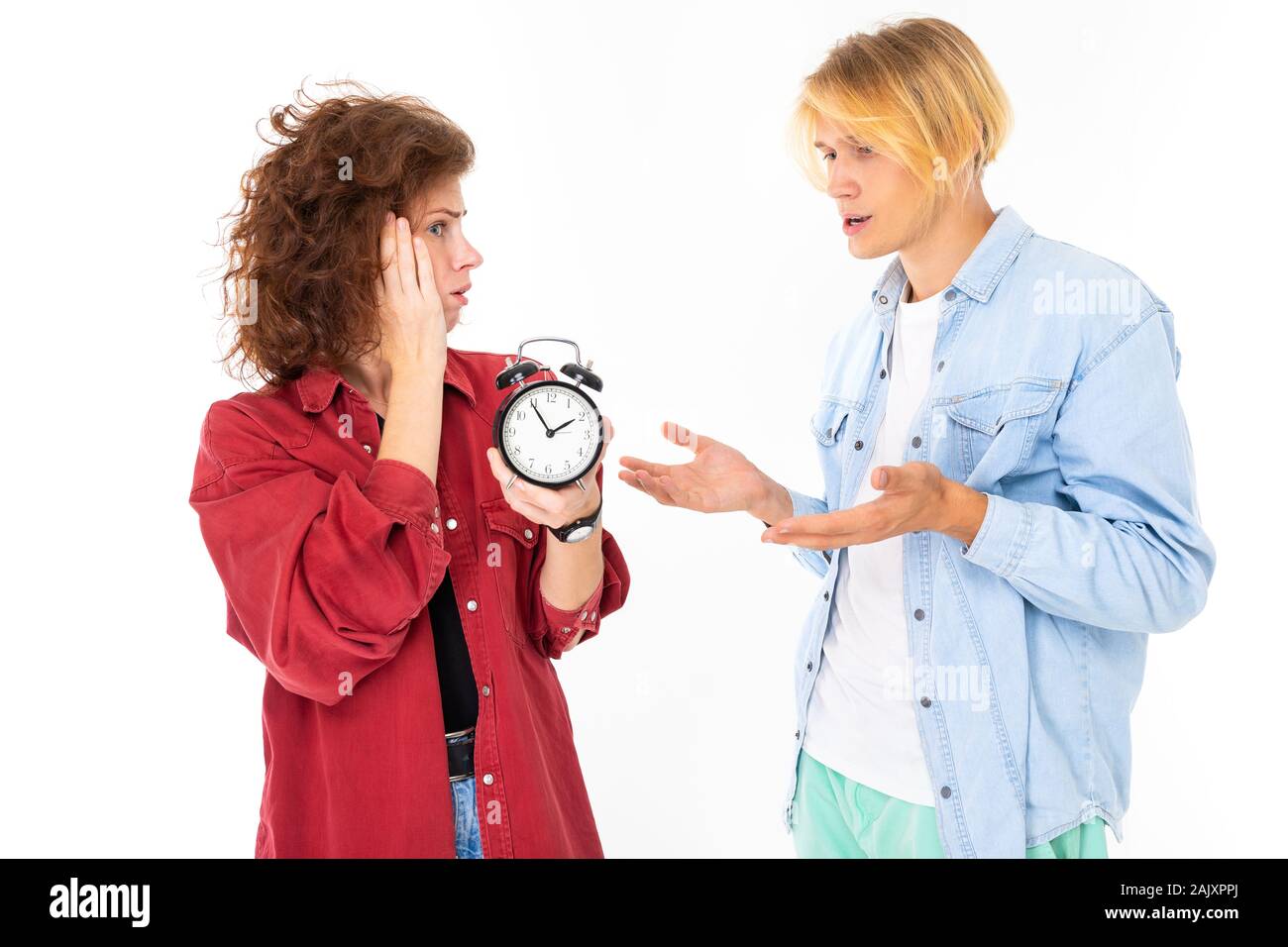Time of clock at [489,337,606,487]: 1:54
